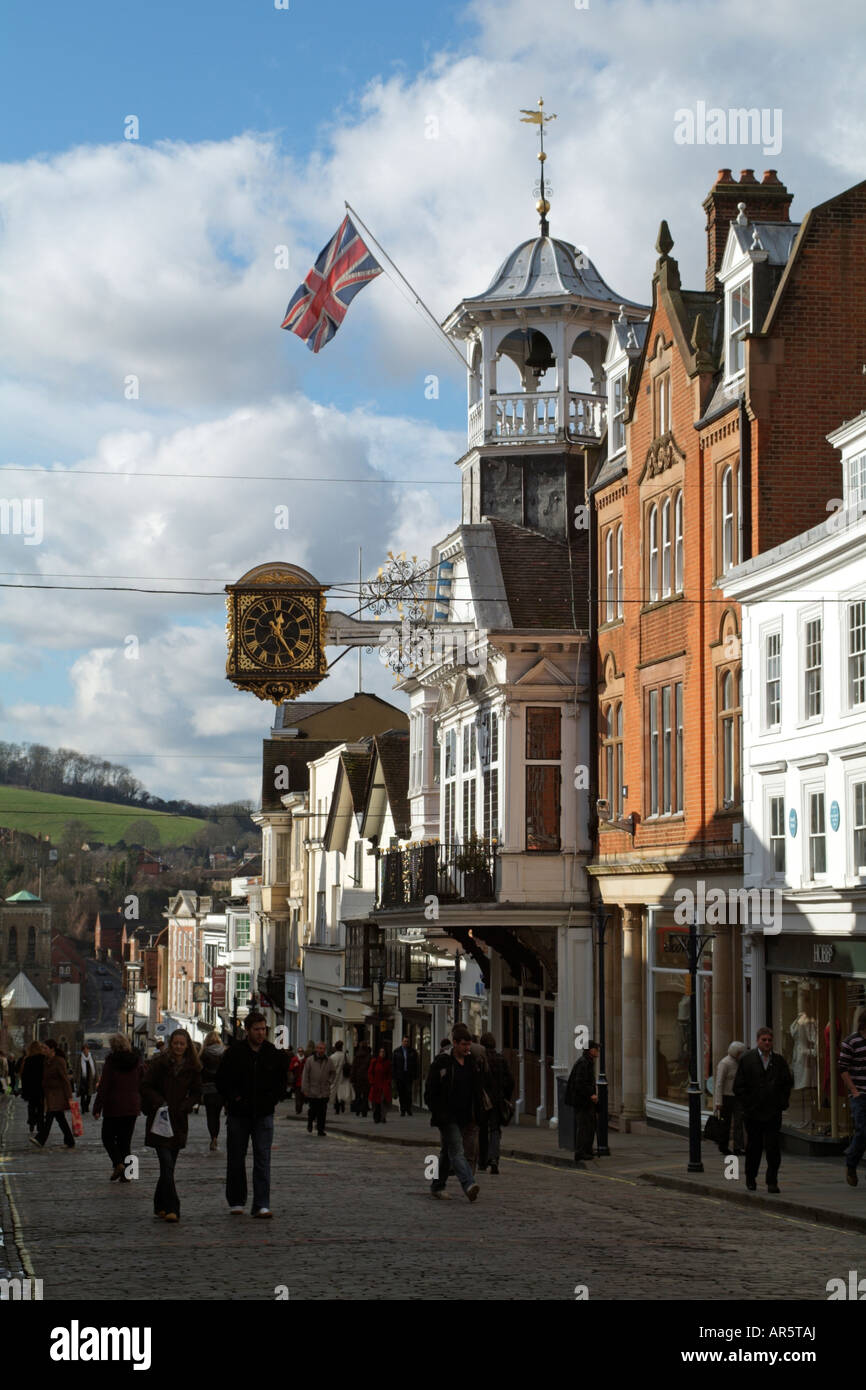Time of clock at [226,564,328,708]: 12:24
